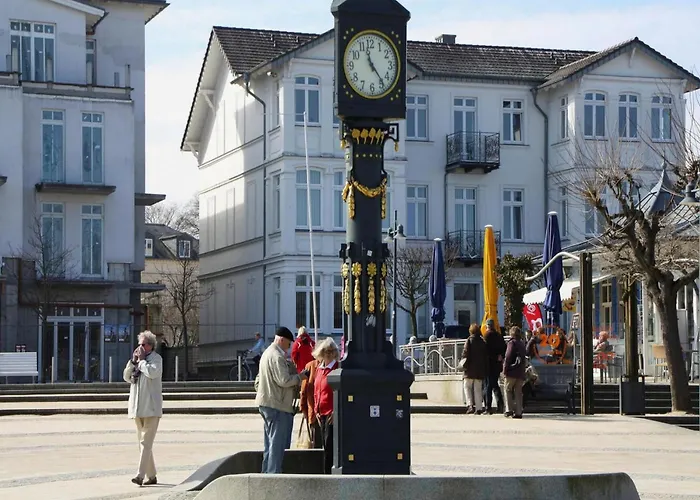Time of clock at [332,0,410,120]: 11:23
